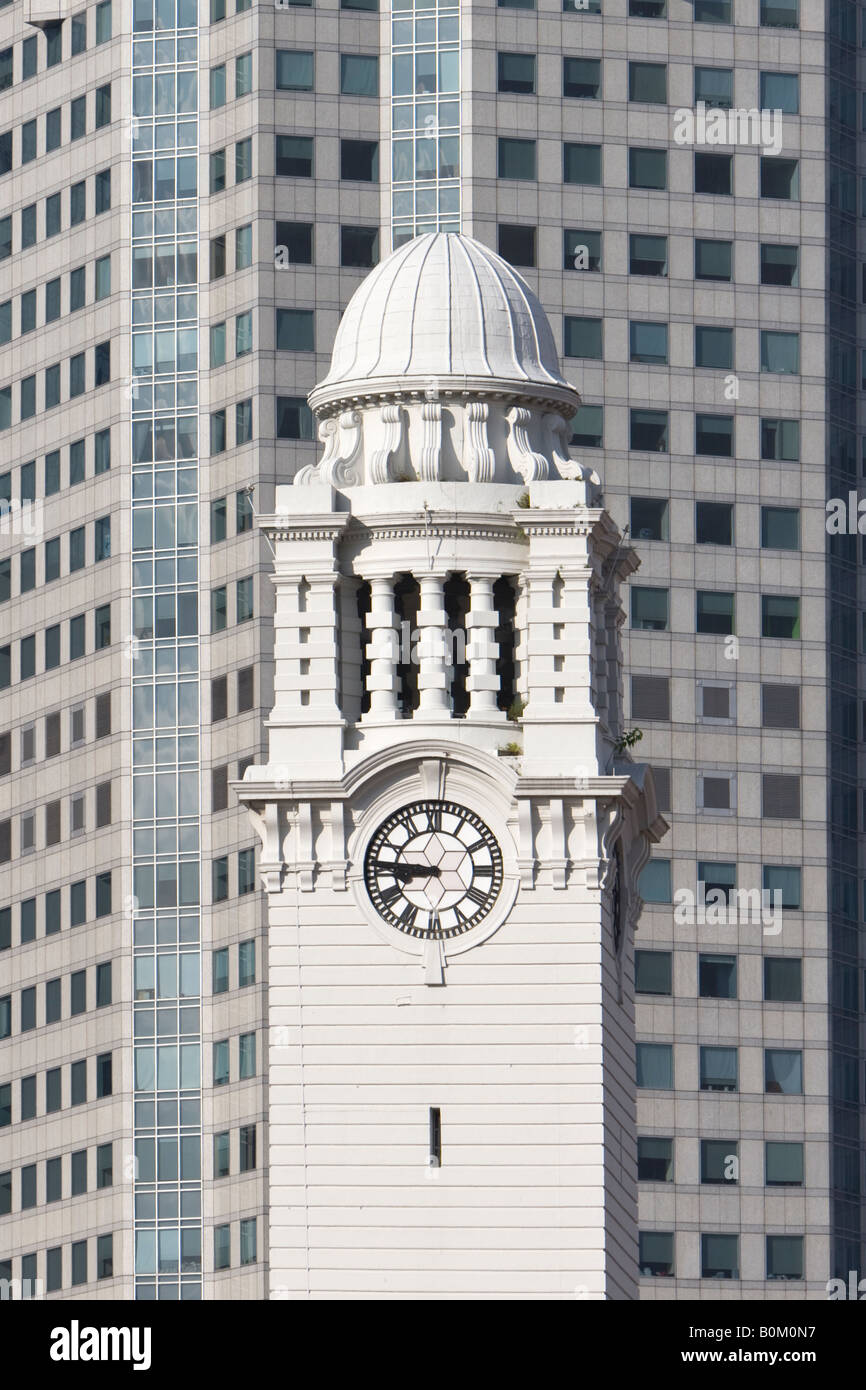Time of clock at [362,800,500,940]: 8:45
